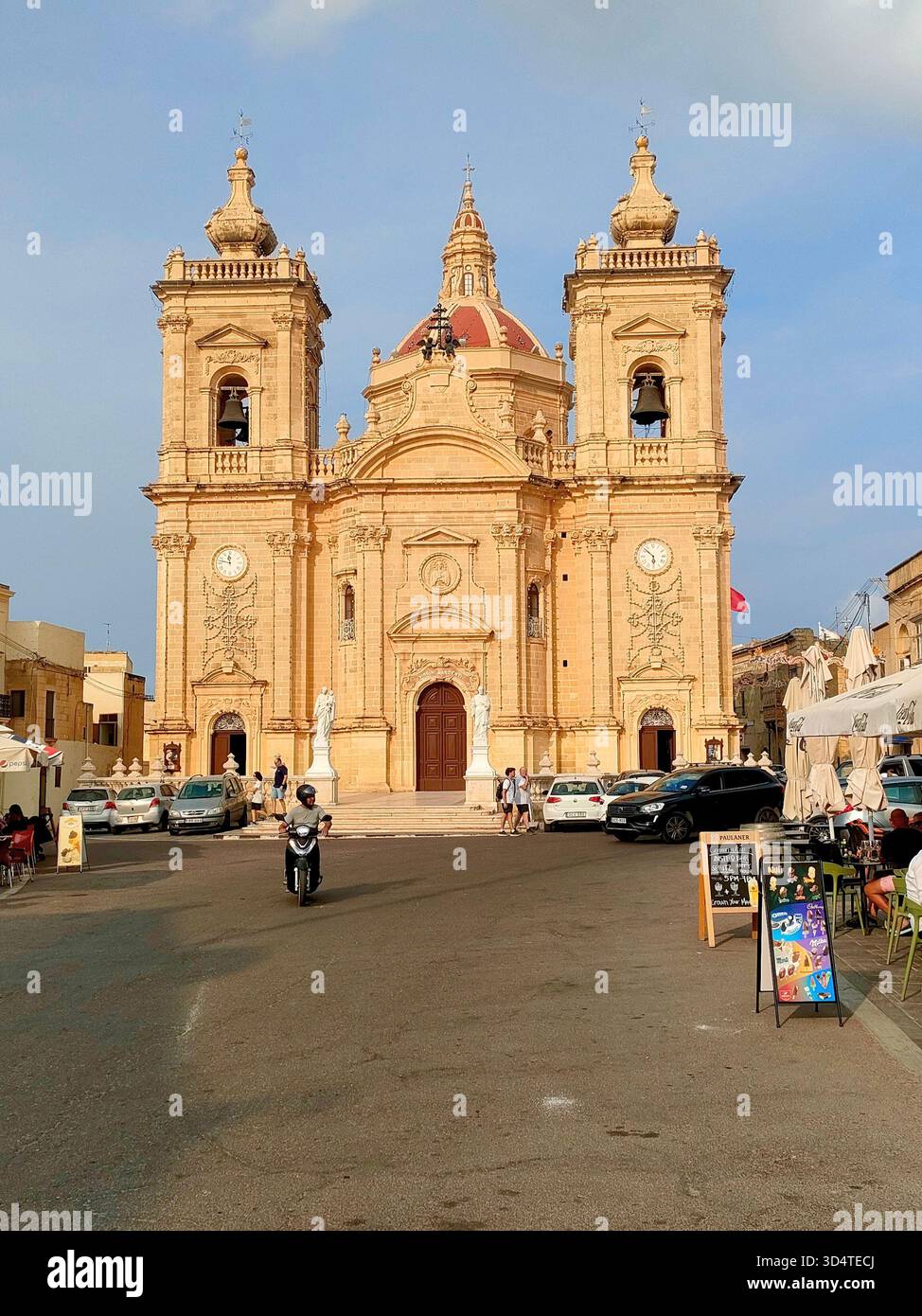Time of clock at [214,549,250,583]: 11:47
